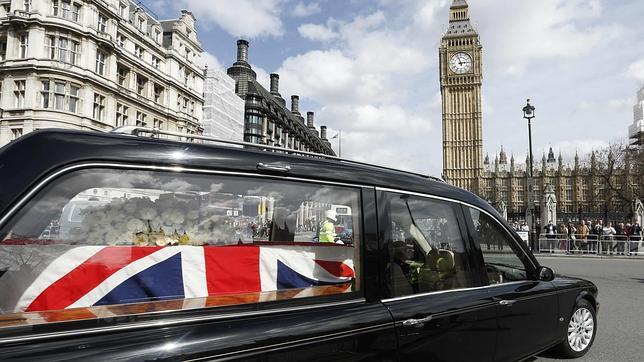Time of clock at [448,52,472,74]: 2:57
